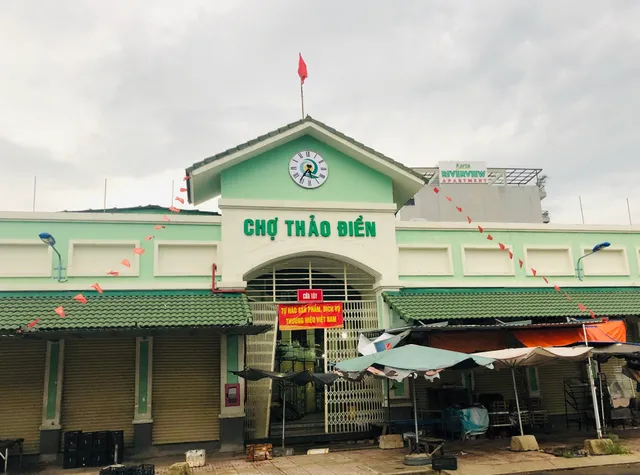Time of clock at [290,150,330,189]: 5:36
